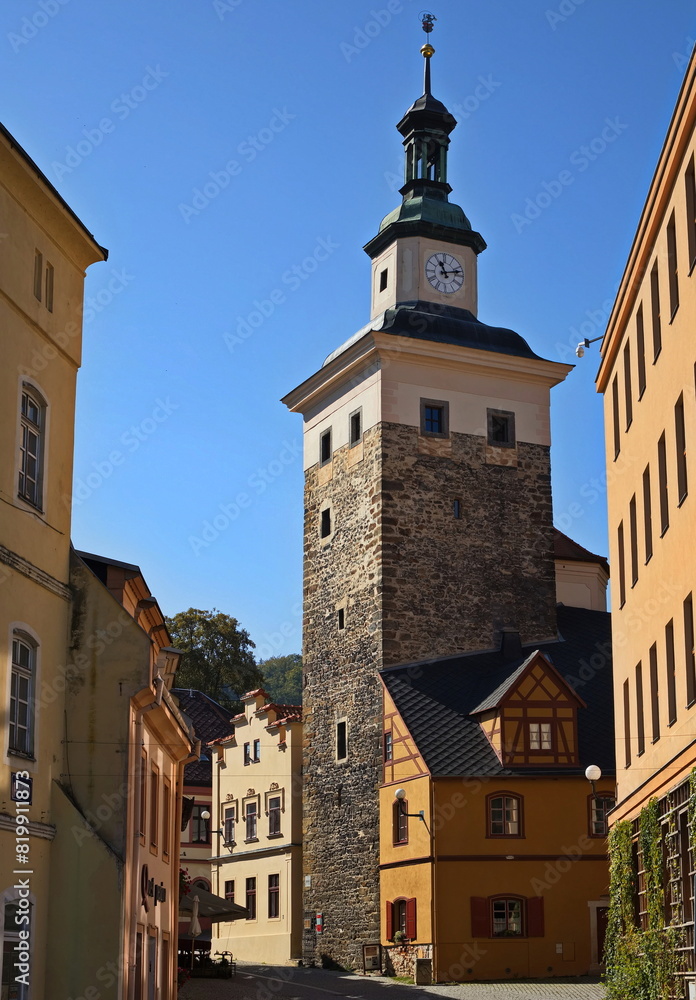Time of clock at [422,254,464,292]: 11:12
